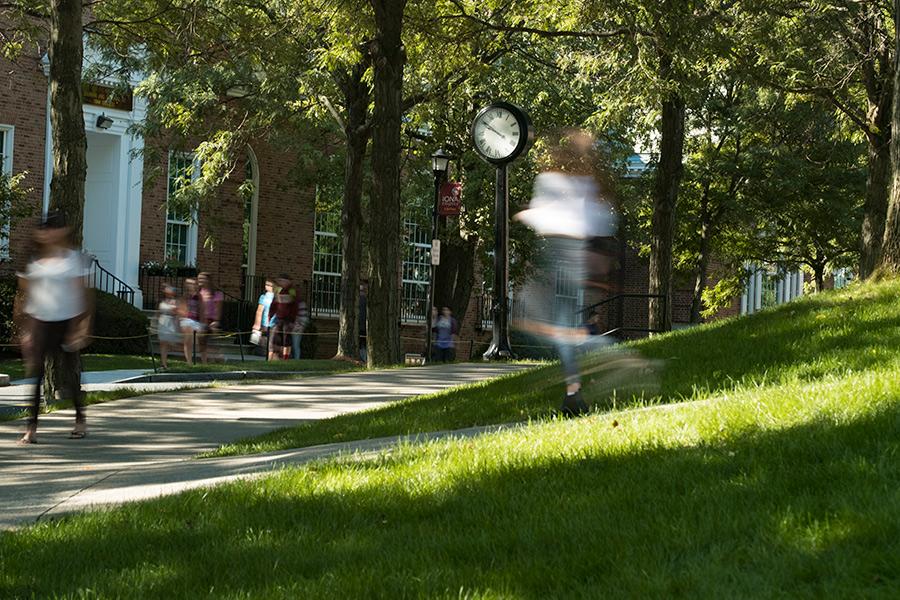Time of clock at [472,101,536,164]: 9:50
